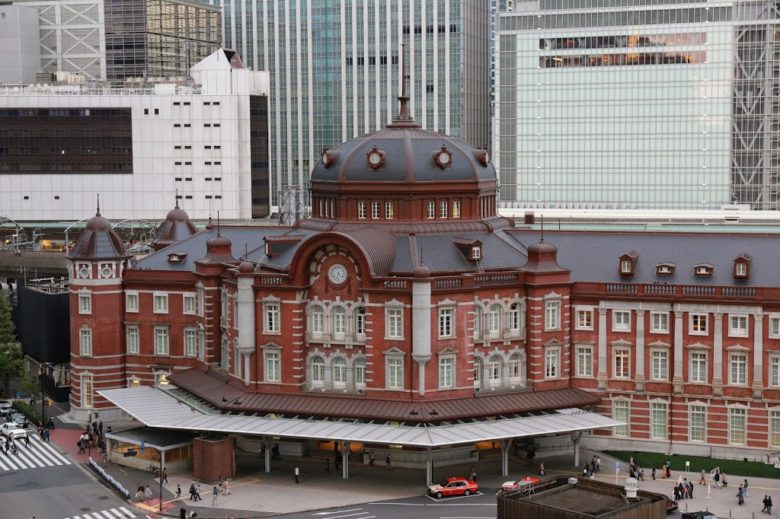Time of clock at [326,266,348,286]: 4:32
